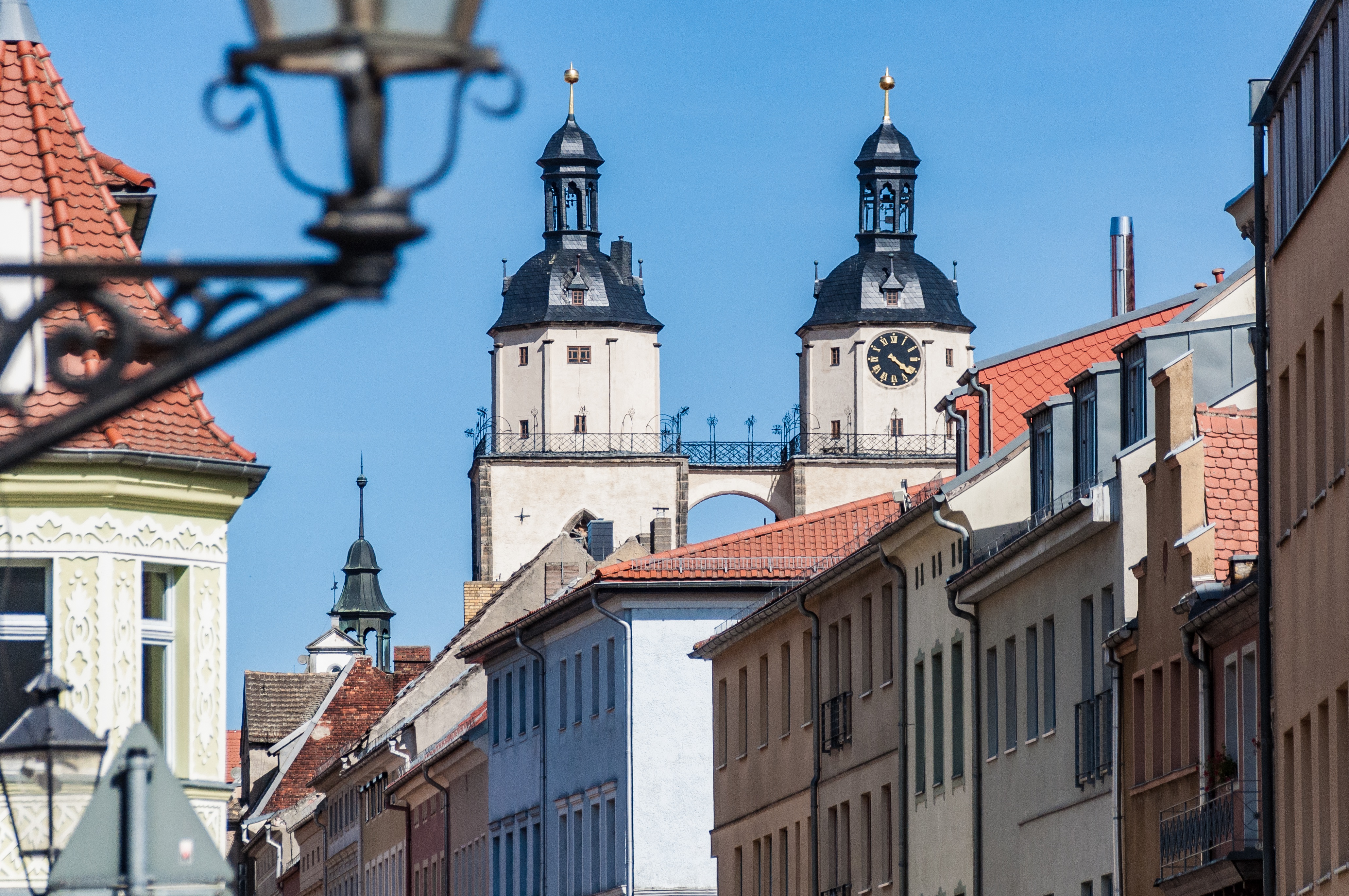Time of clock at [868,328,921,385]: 4:21
